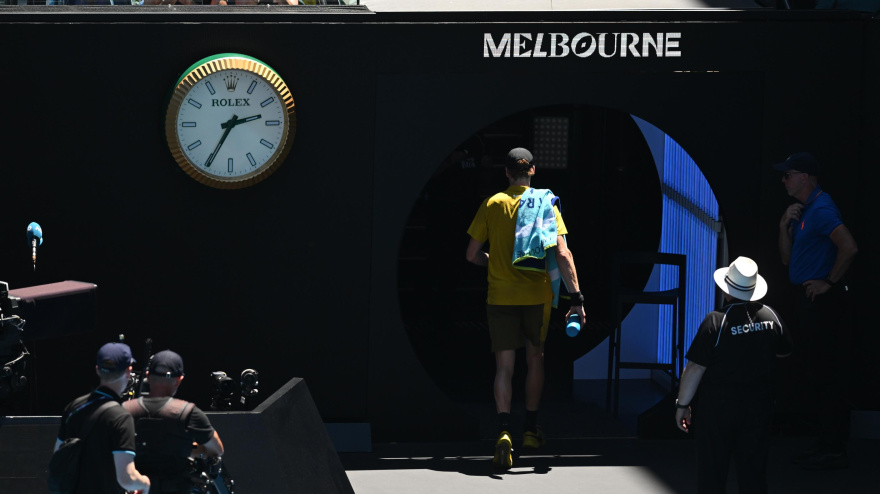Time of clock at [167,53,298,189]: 2:34
